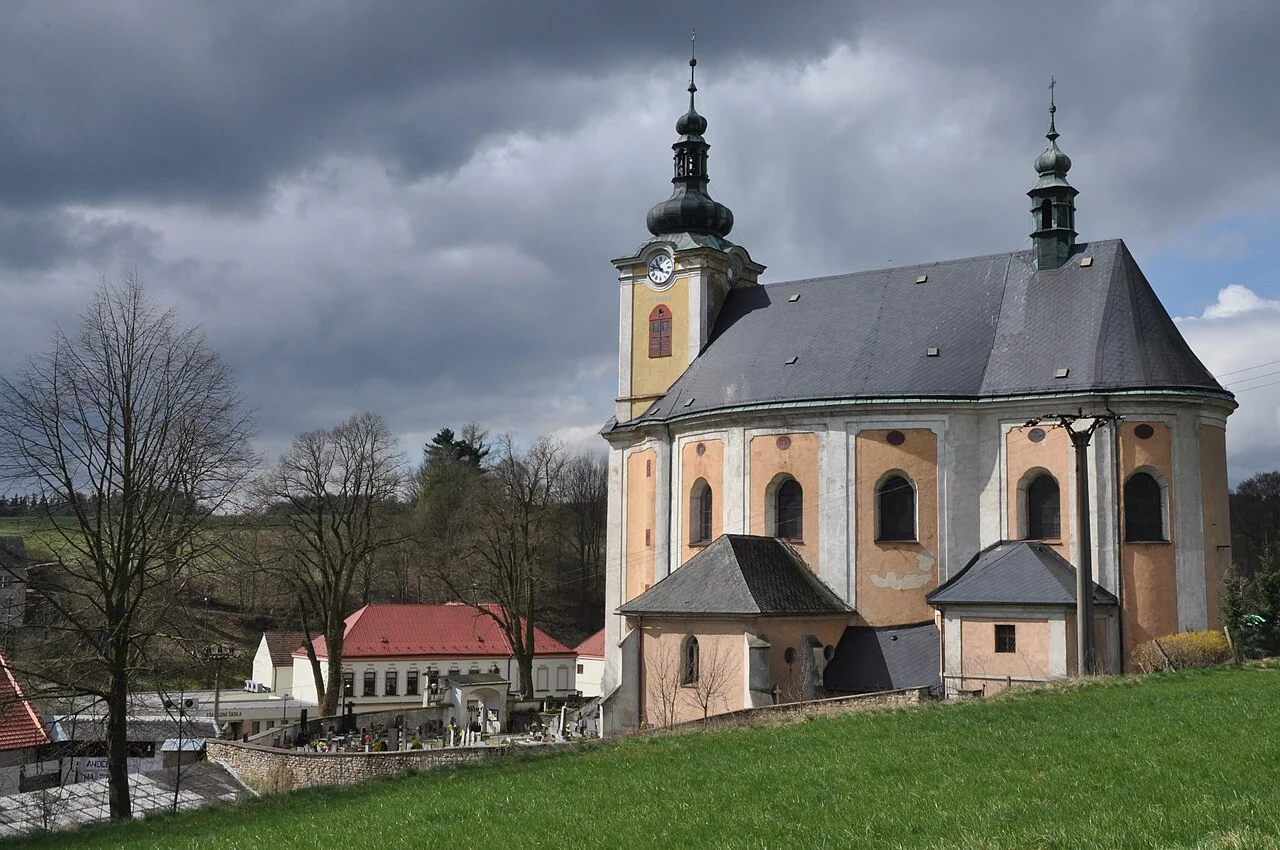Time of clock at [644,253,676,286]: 10:47
